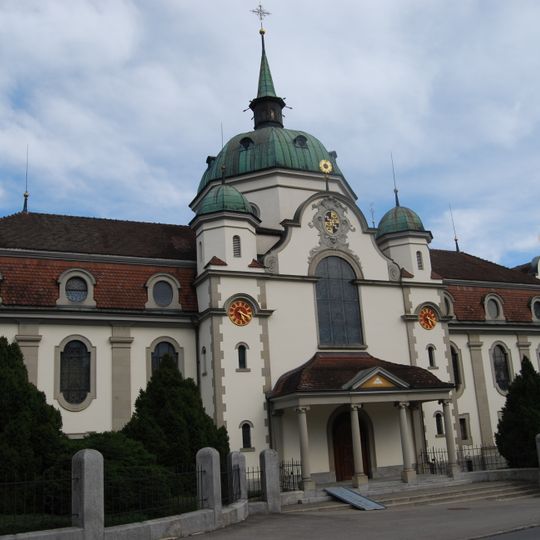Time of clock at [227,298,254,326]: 5:18
